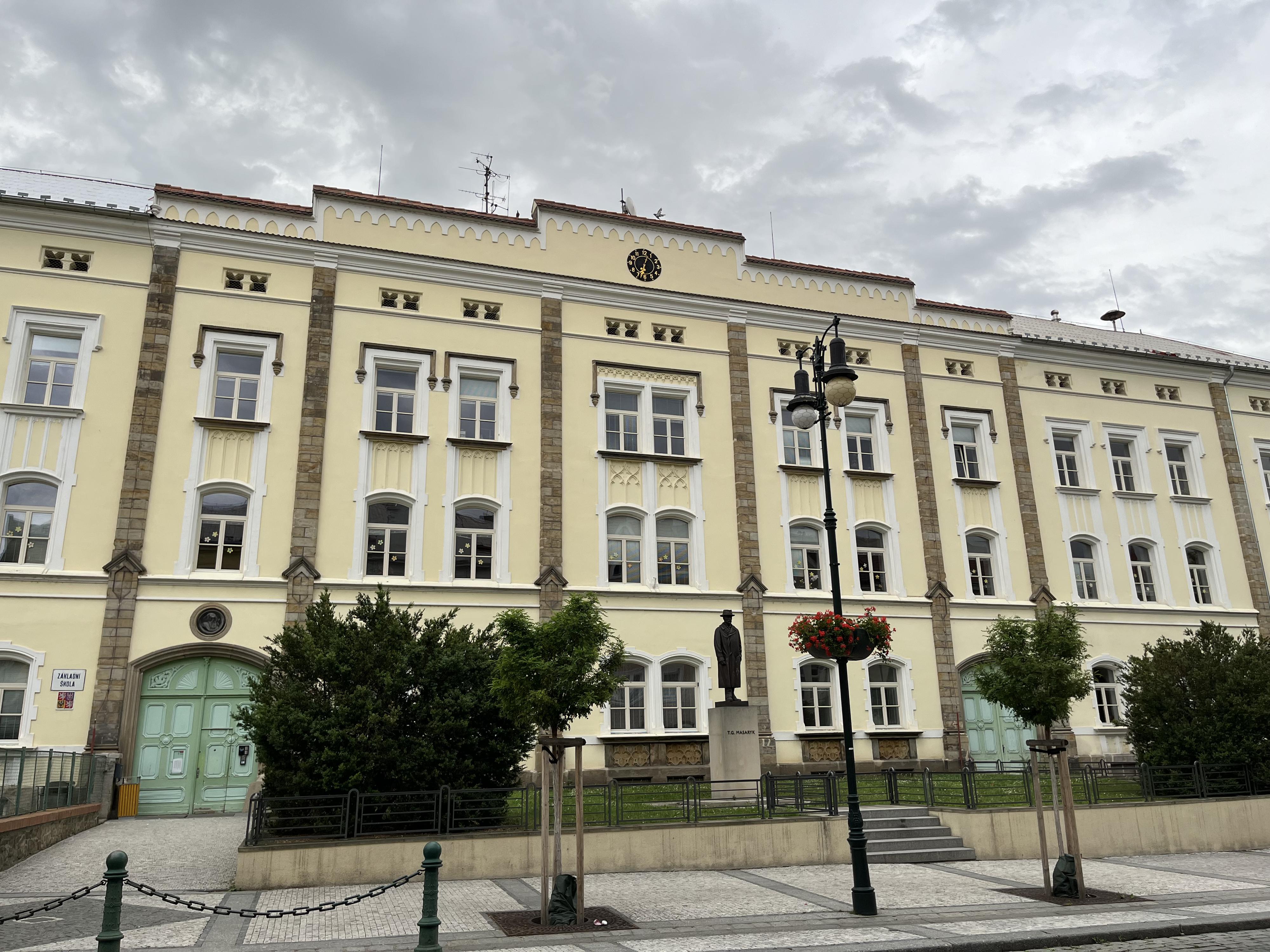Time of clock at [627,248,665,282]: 12:32
